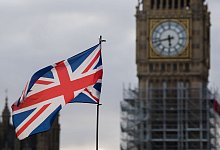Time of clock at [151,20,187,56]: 5:42
